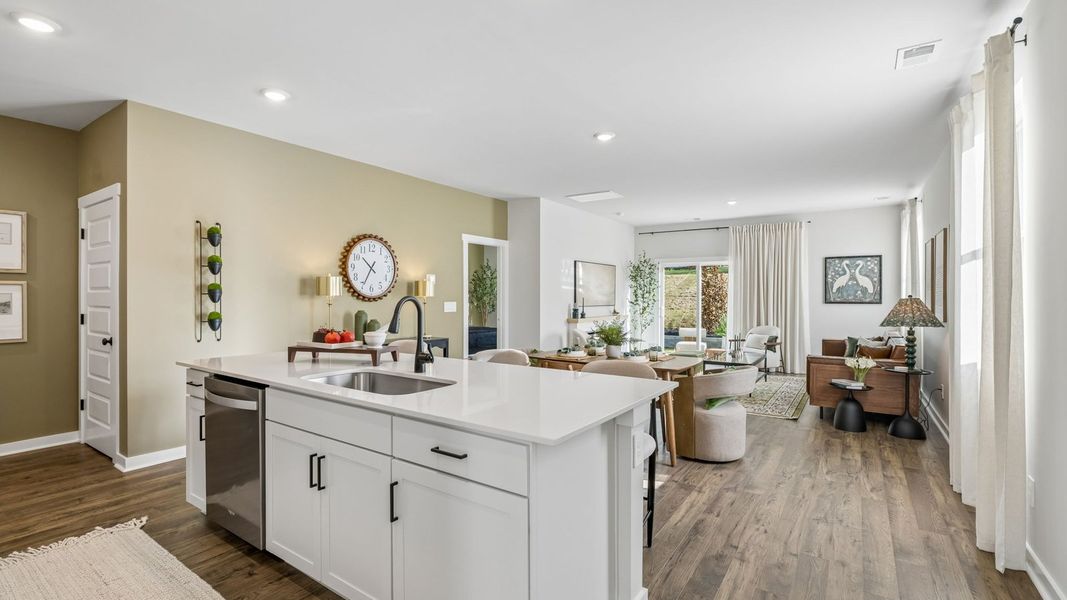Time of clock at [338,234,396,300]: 10:34
